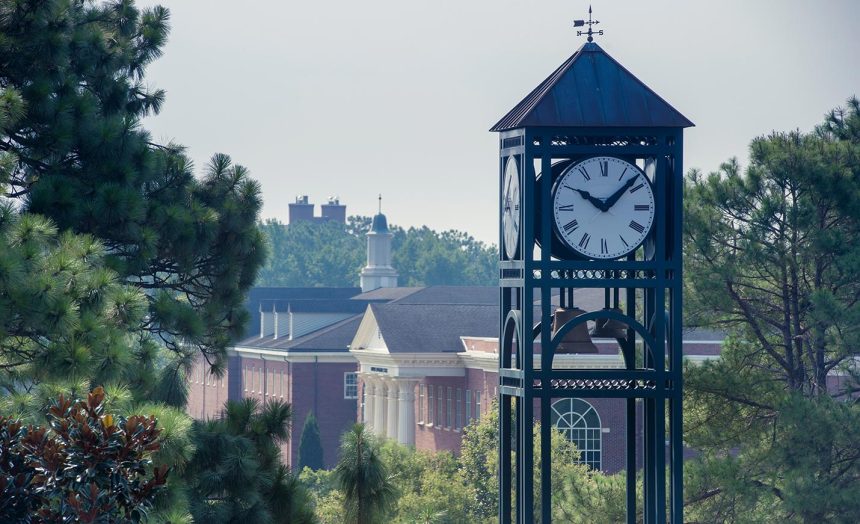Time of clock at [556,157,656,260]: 10:07
